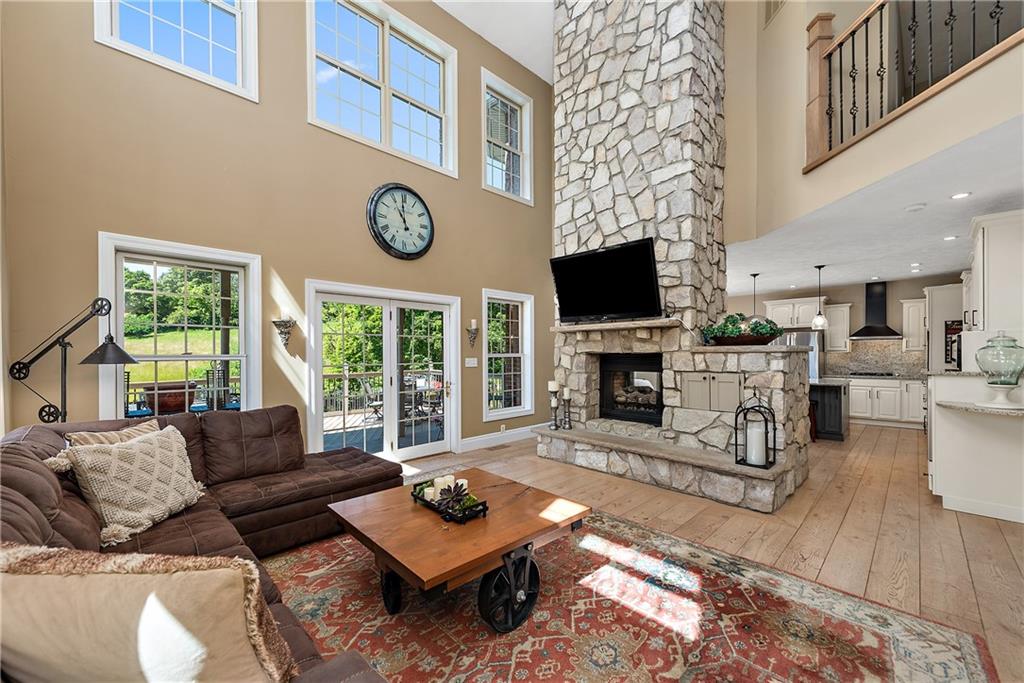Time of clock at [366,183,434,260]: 10:59
